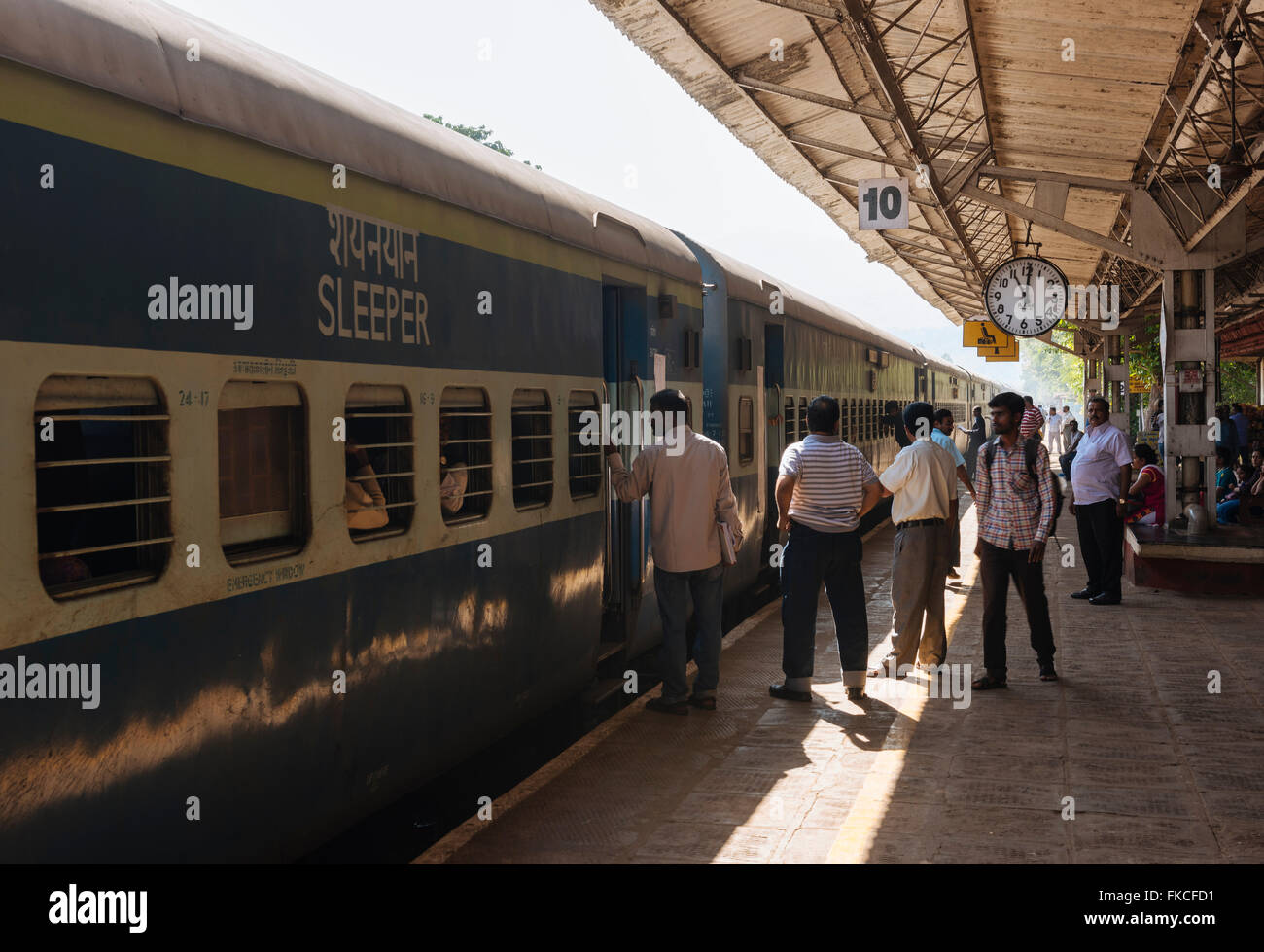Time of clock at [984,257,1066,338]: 11:01
